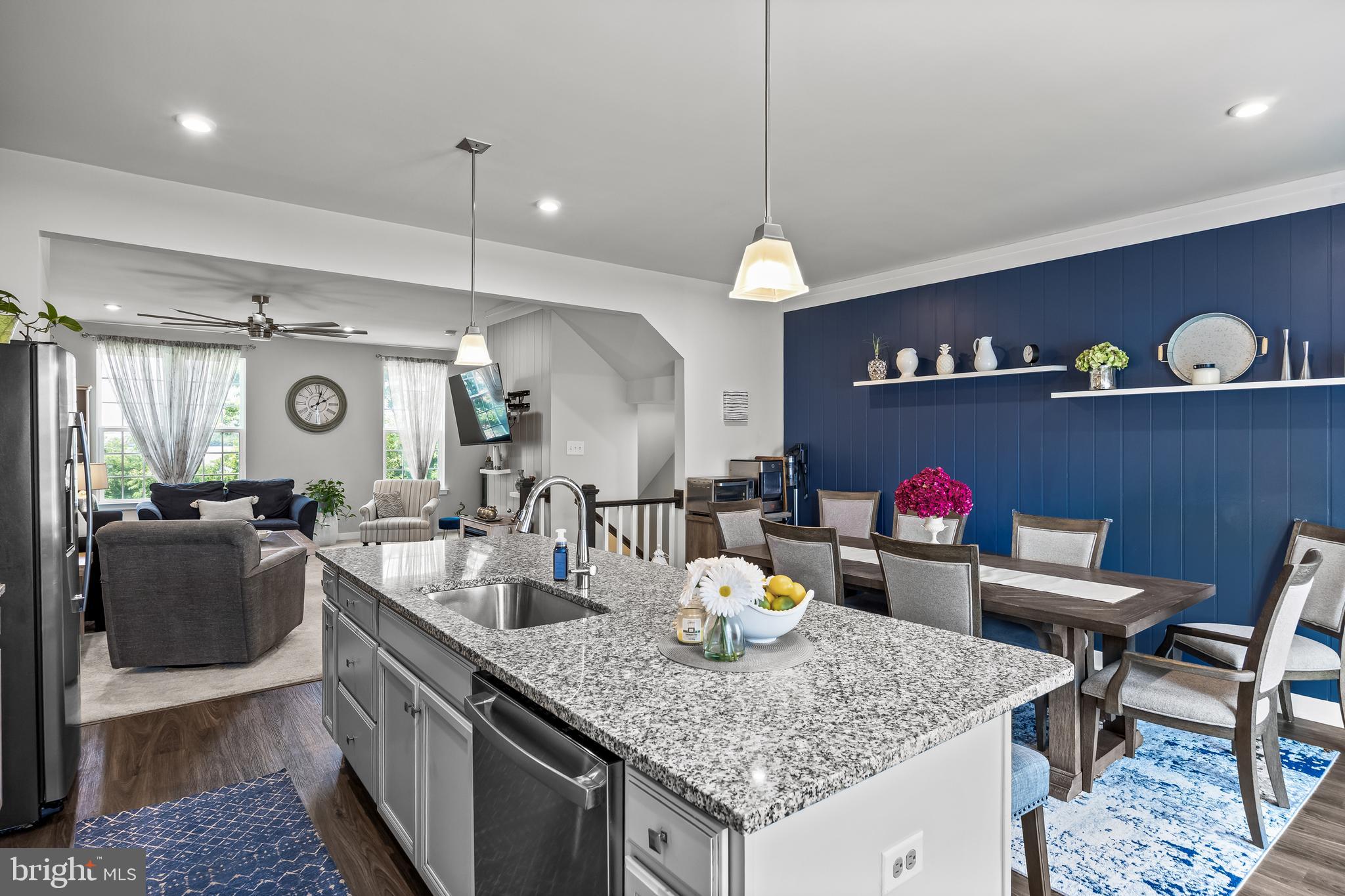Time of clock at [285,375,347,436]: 2:02
